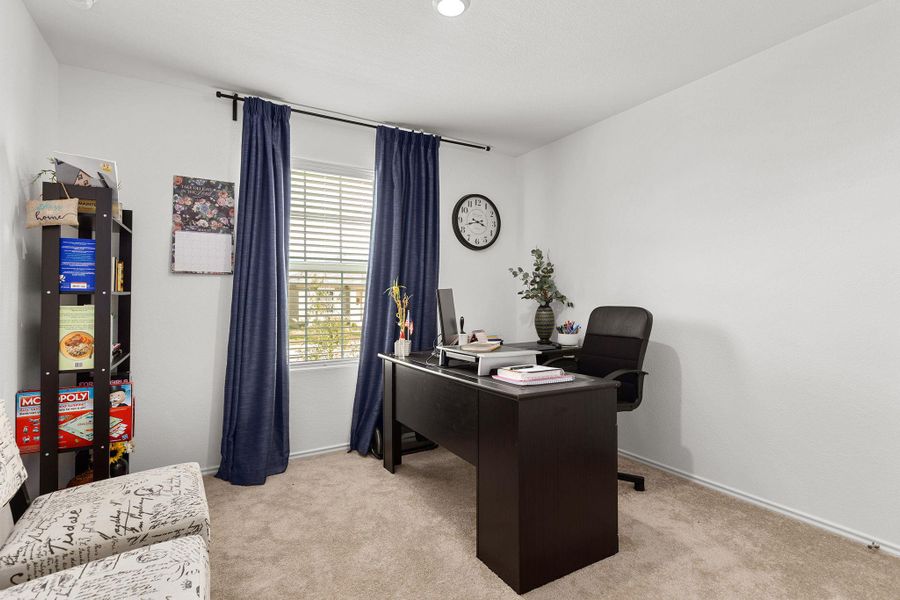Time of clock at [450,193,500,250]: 3:42
